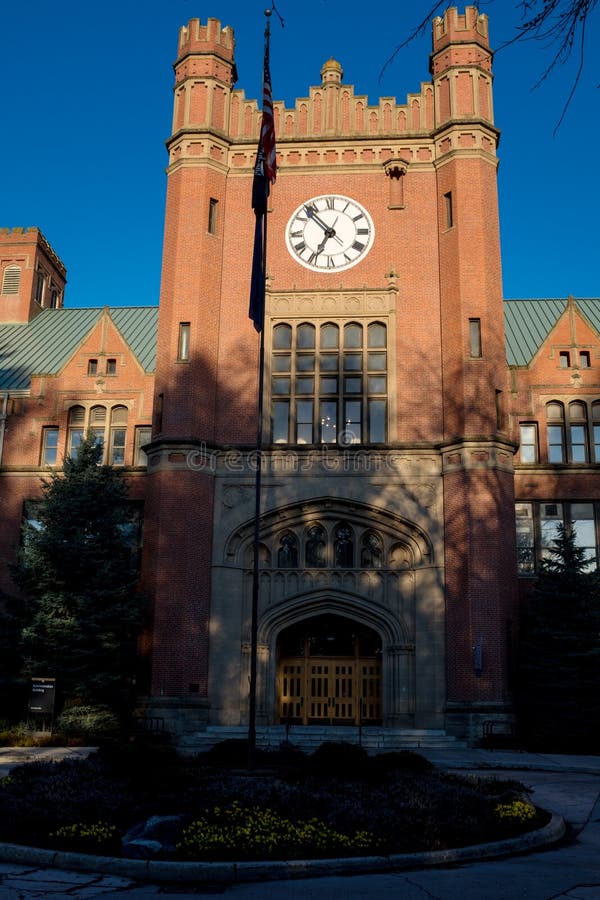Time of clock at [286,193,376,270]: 6:53
